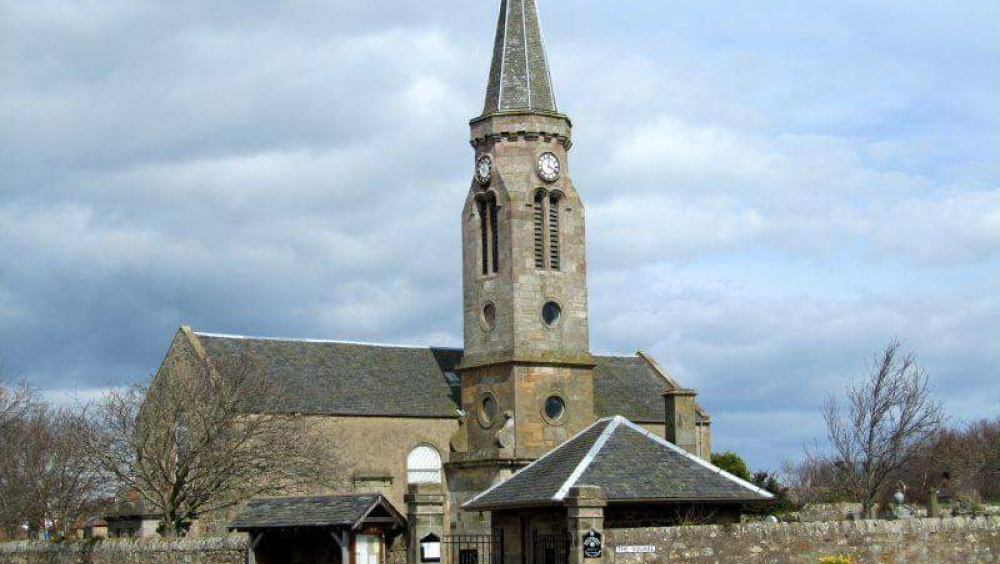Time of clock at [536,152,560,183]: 4:01
